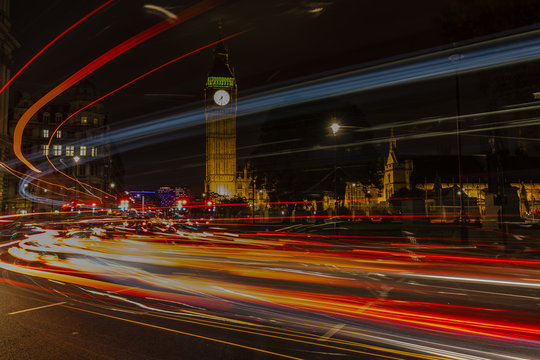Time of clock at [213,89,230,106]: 7:30
